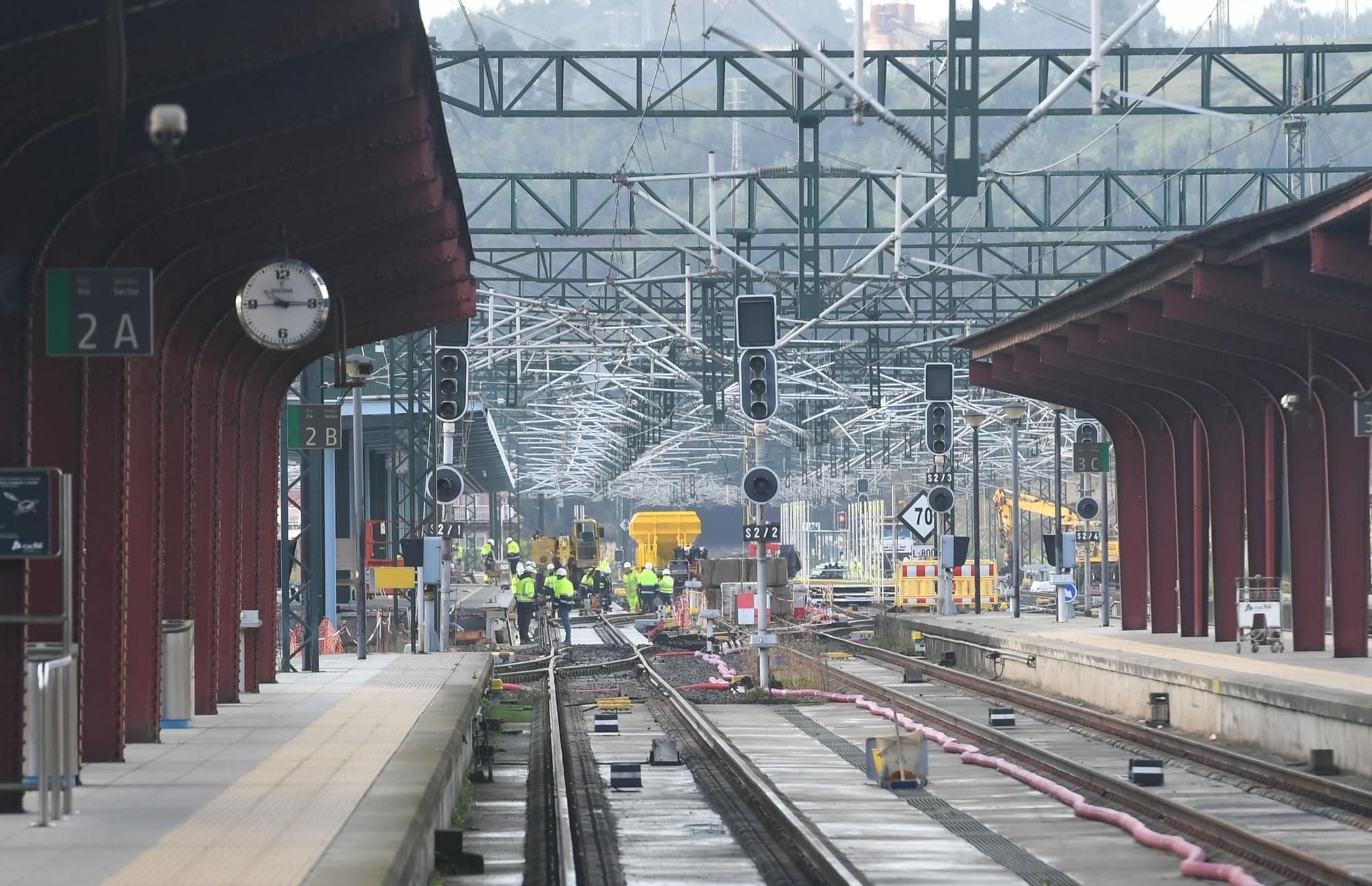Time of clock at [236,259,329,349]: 10:15
